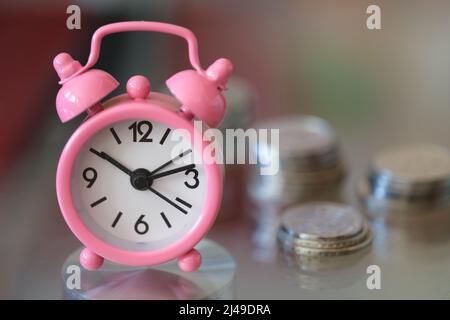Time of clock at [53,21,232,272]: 10:12
